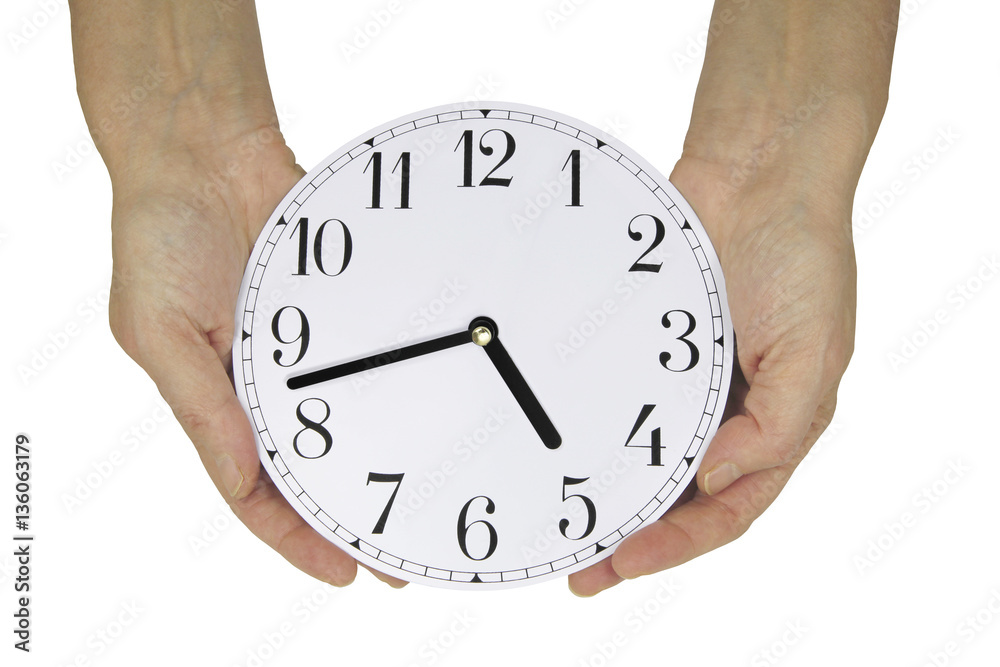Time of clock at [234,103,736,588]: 4:42
